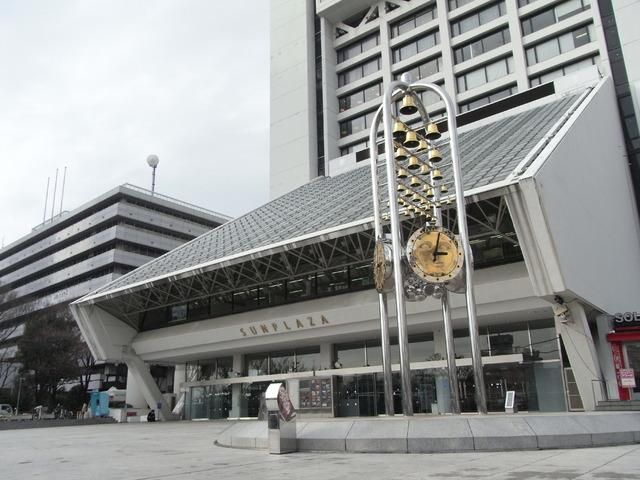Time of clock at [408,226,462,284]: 3:02
